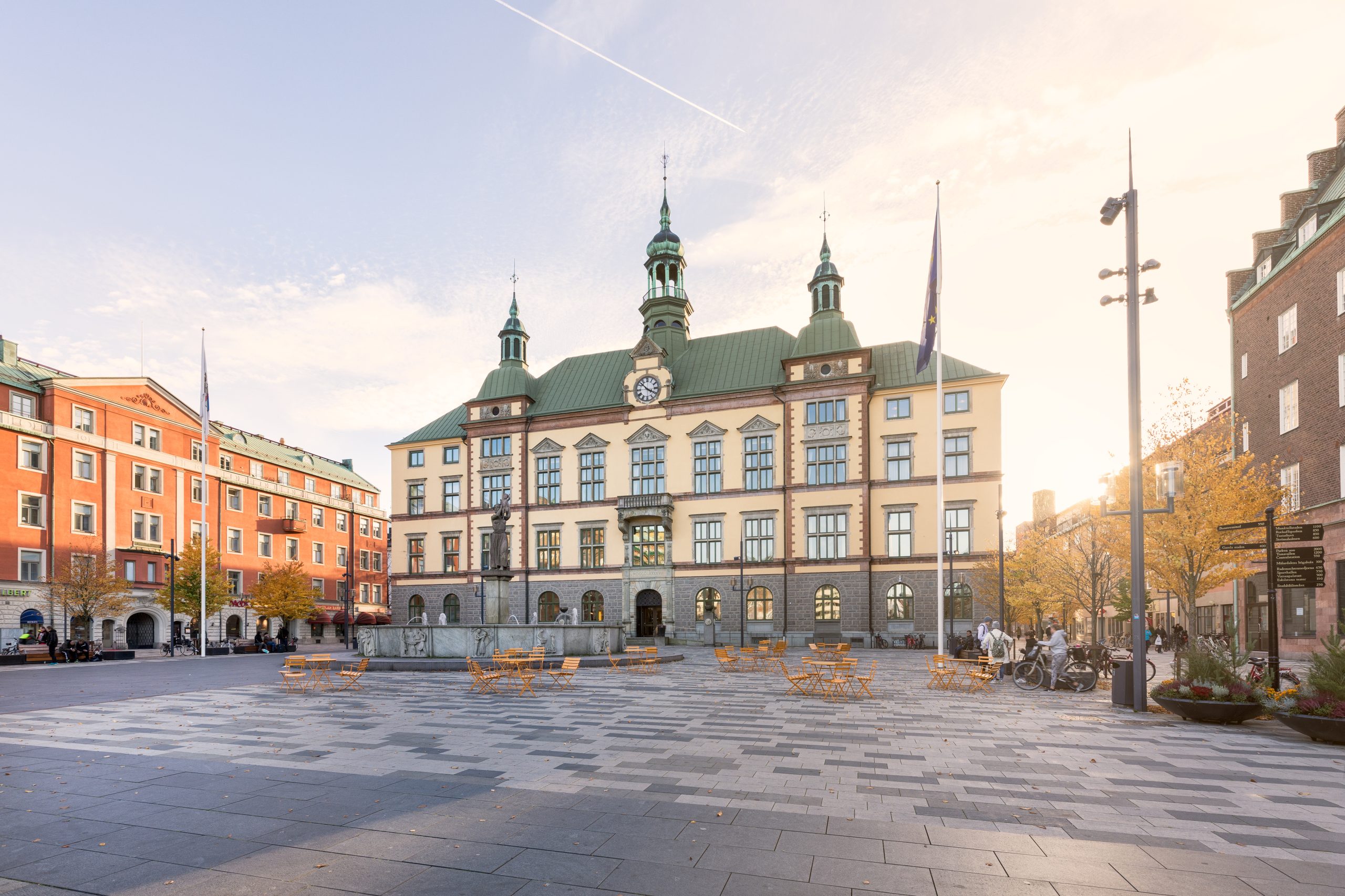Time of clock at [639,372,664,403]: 3:52
